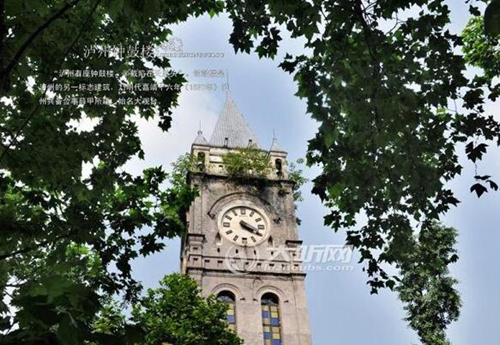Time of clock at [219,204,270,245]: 4:19
